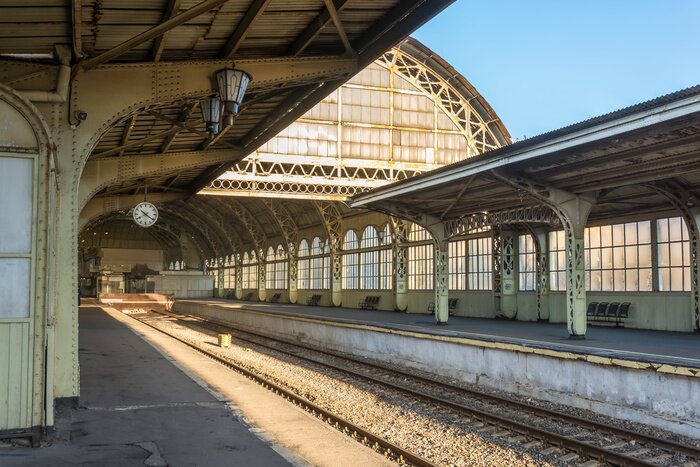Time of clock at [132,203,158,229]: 10:21
